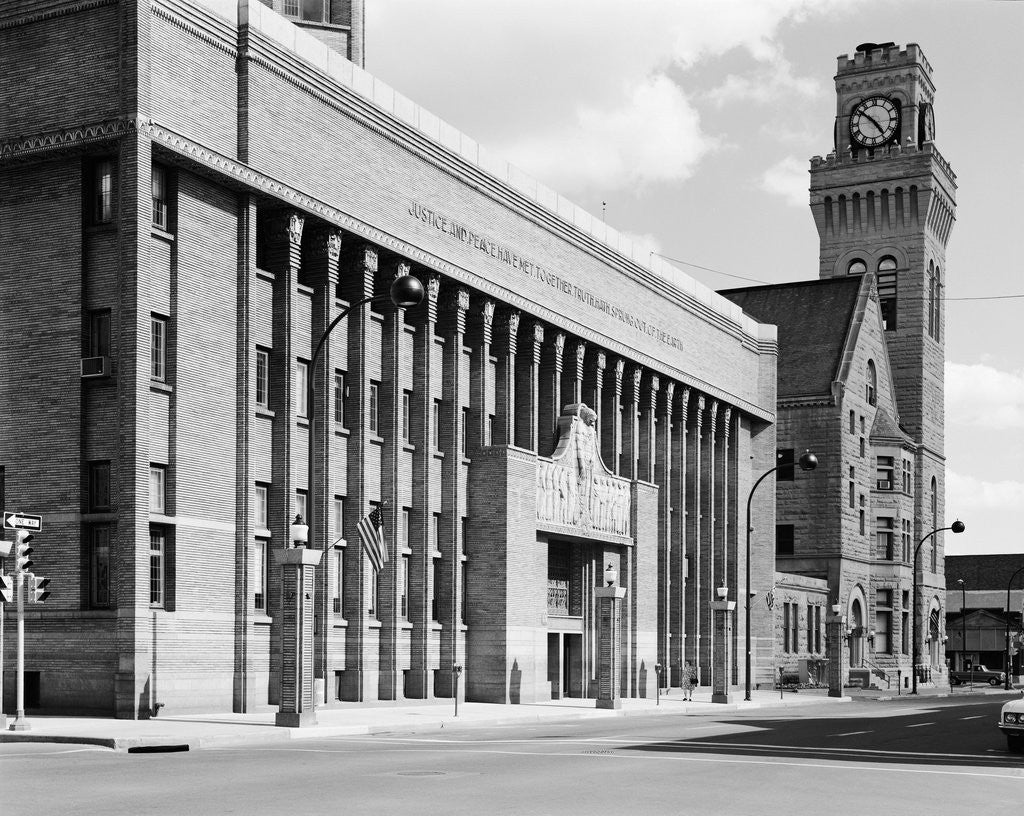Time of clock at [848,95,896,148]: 4:51
